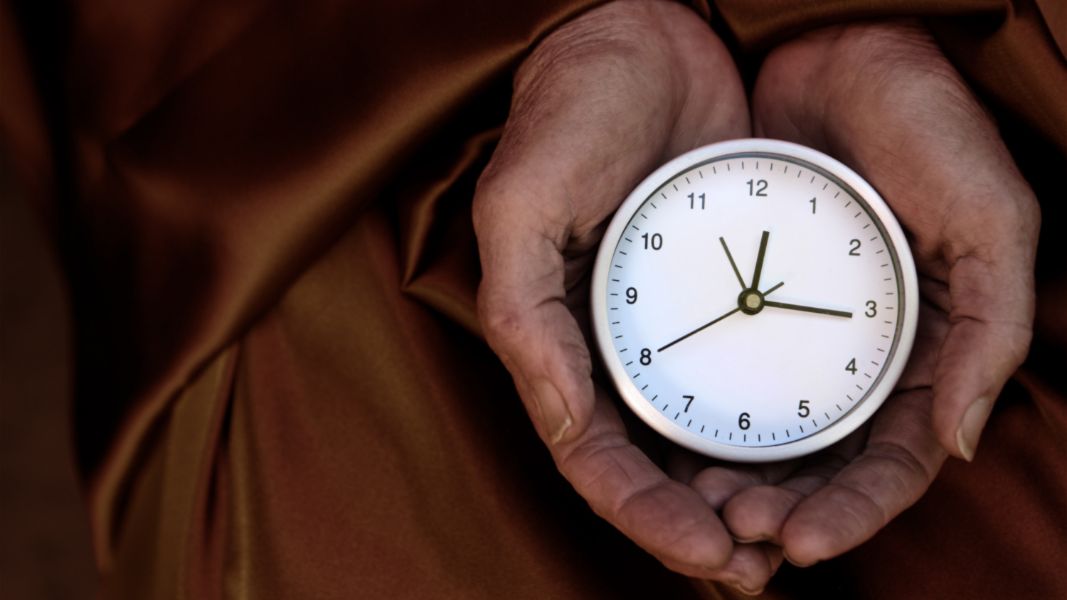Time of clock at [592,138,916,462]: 12:15
